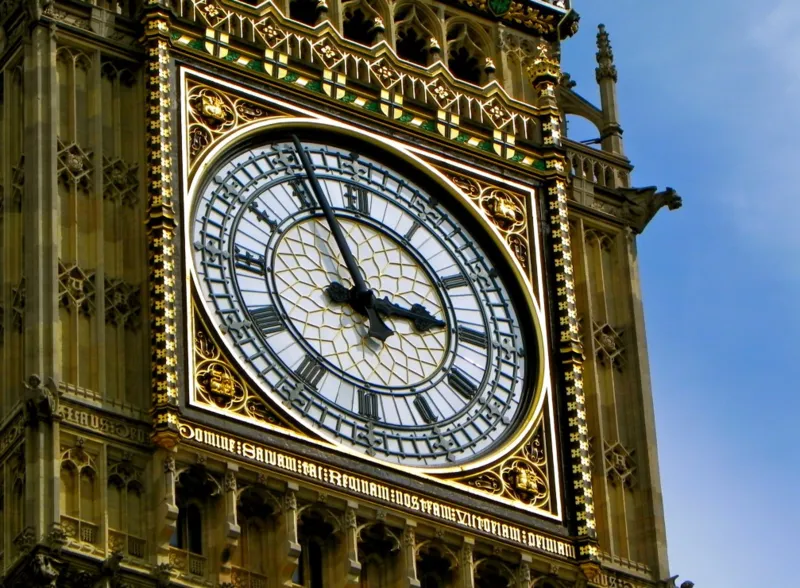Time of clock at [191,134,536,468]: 2:56
